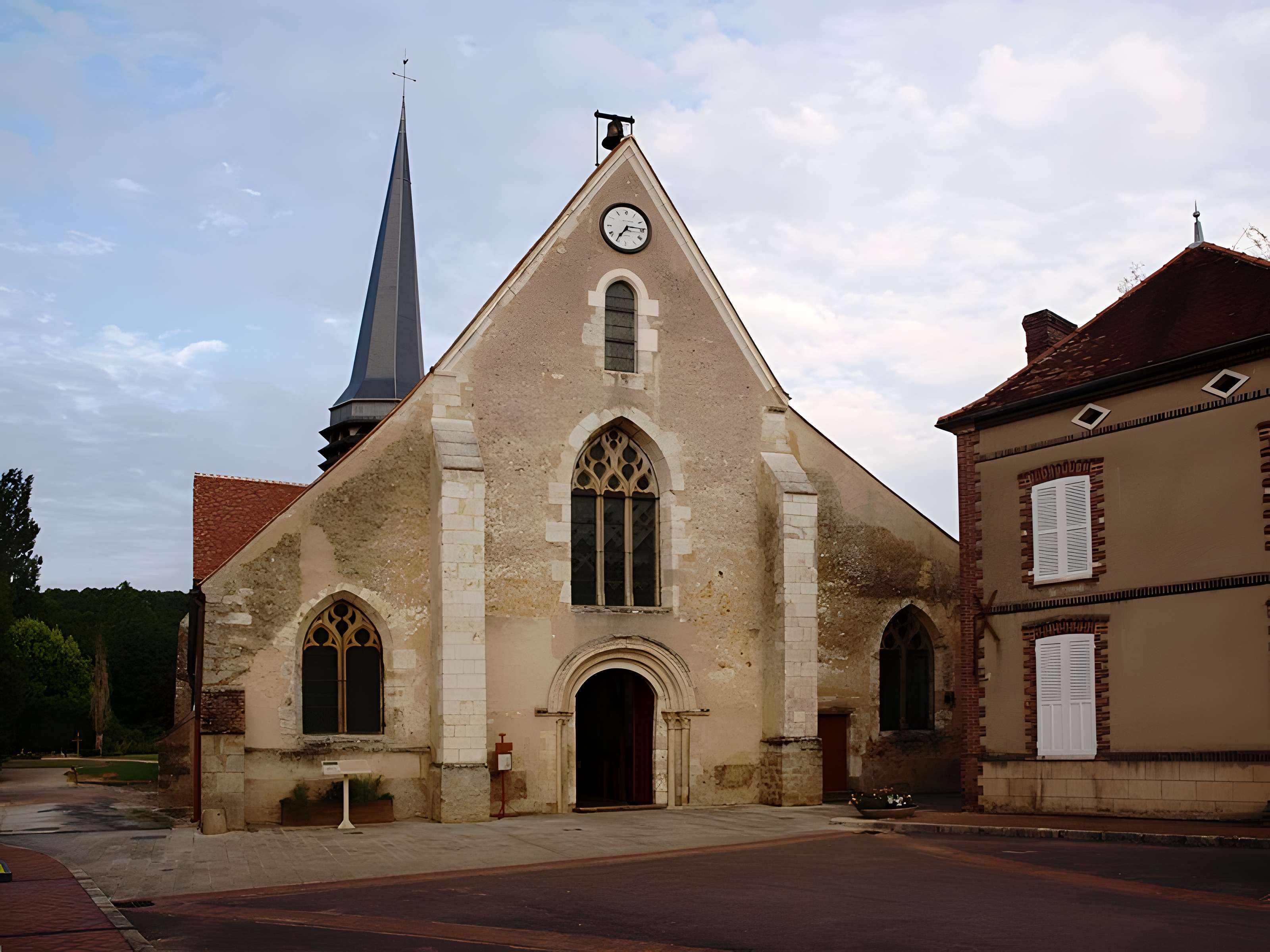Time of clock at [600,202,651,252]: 7:14
